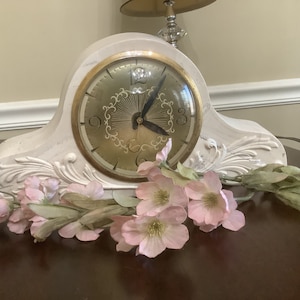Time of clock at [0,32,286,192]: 4:05
